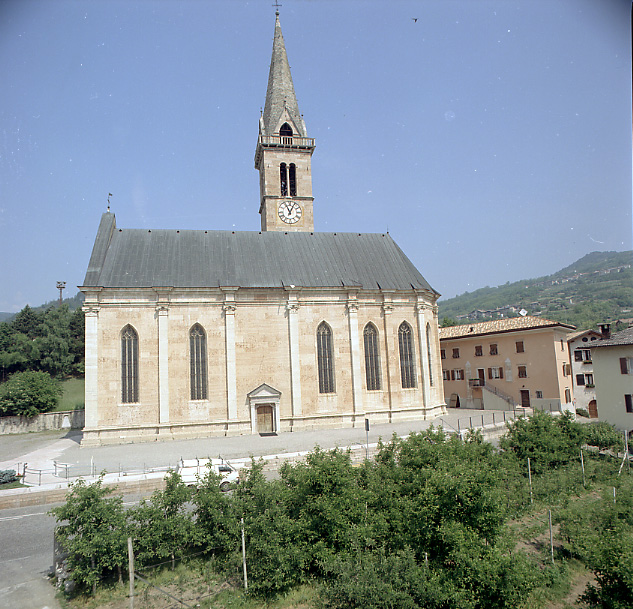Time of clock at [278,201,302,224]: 11:04
